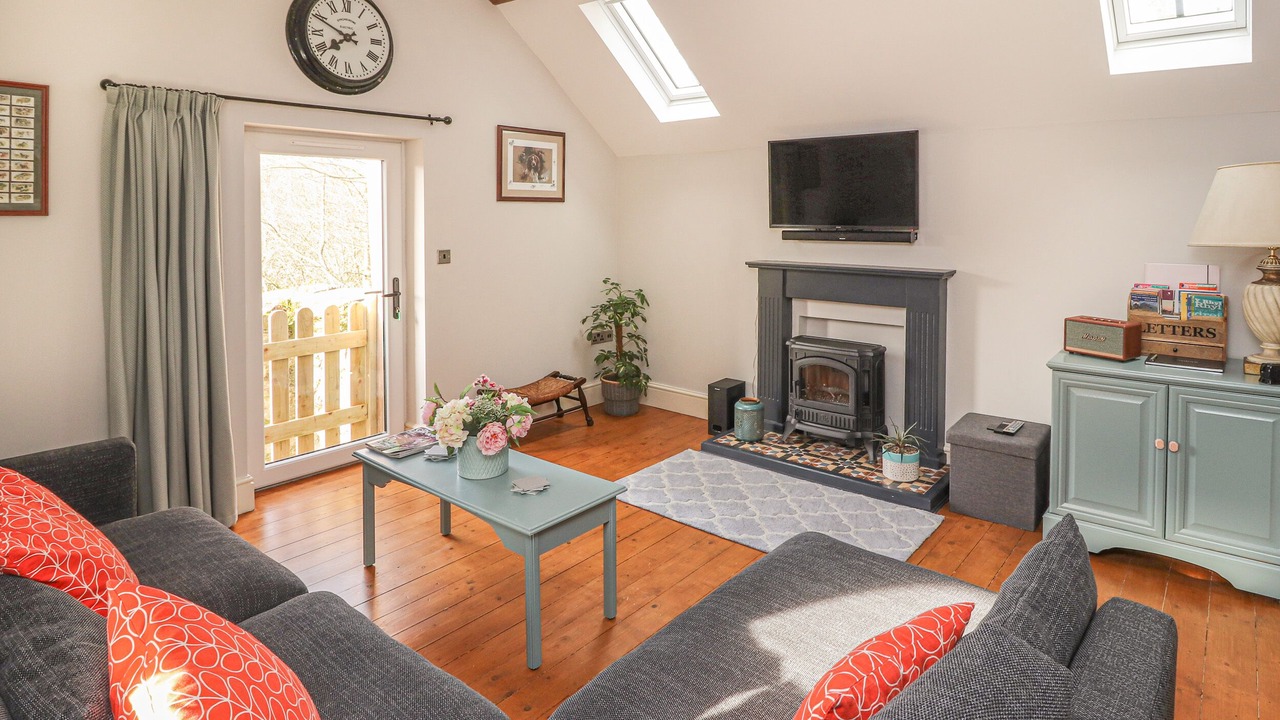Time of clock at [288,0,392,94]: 7:49
